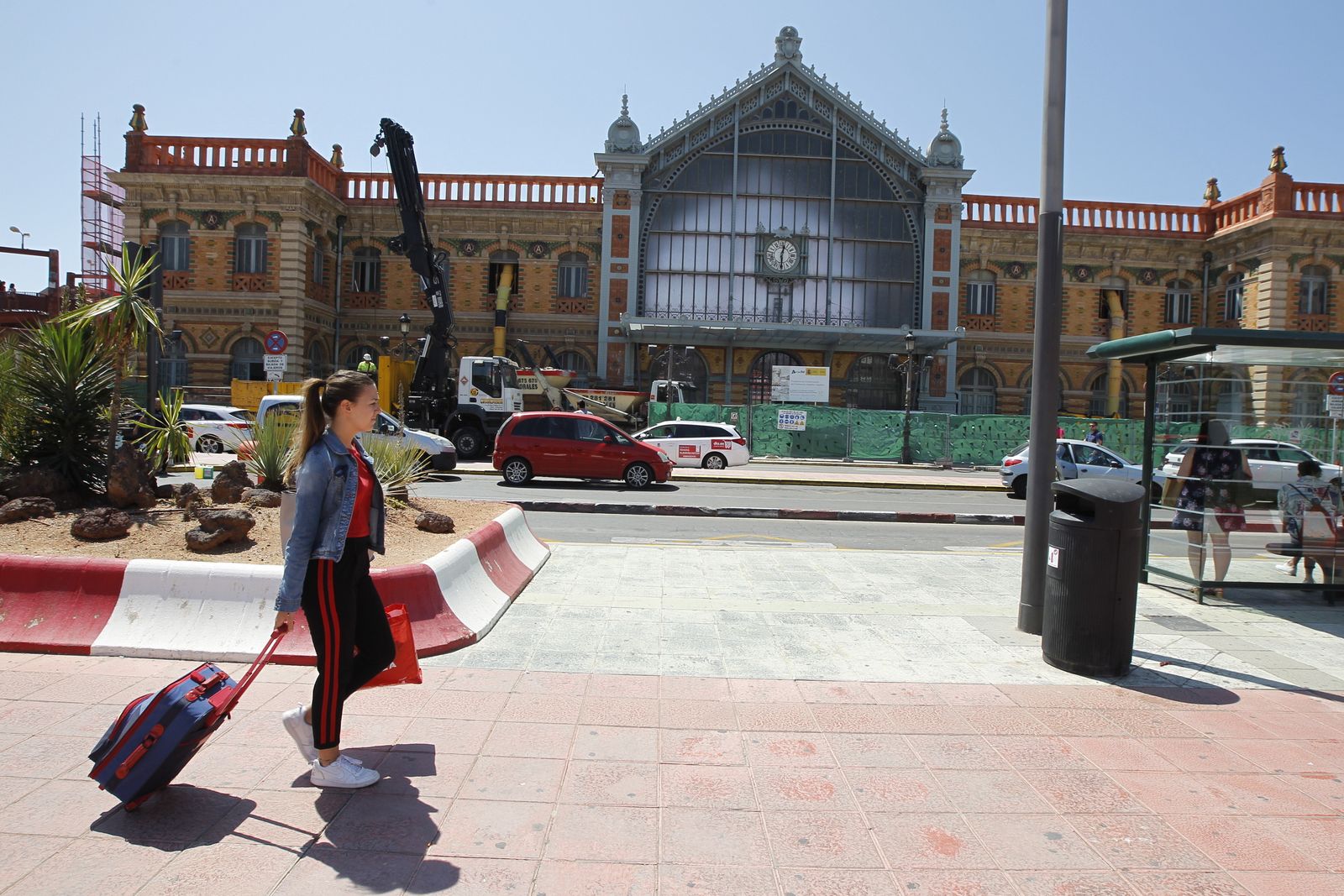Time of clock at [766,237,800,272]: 12:30
